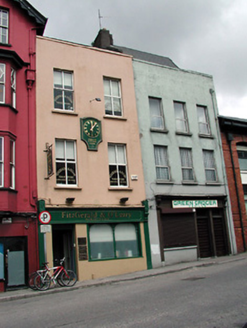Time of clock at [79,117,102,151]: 12:07
